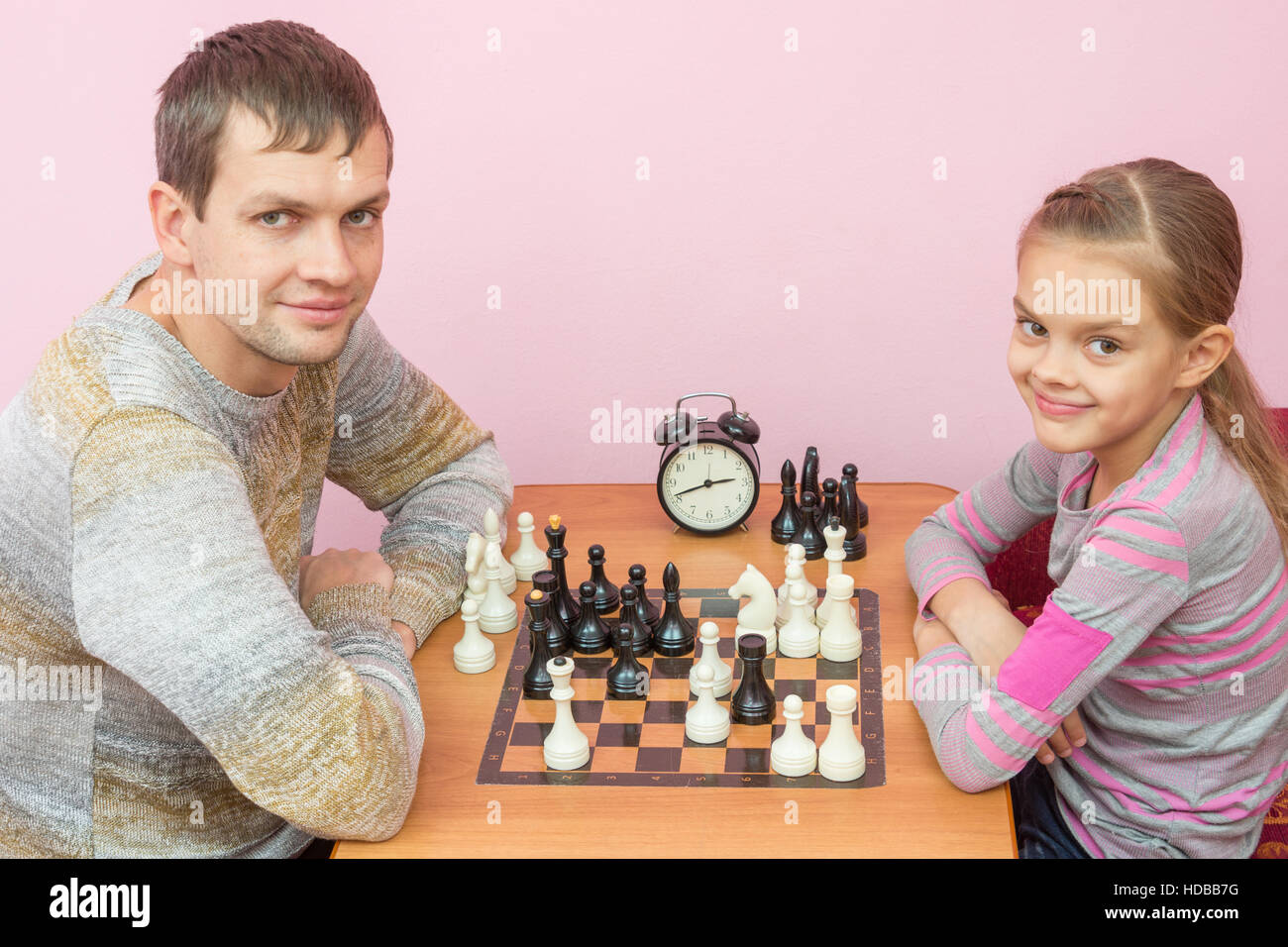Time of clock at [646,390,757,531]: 2:41
